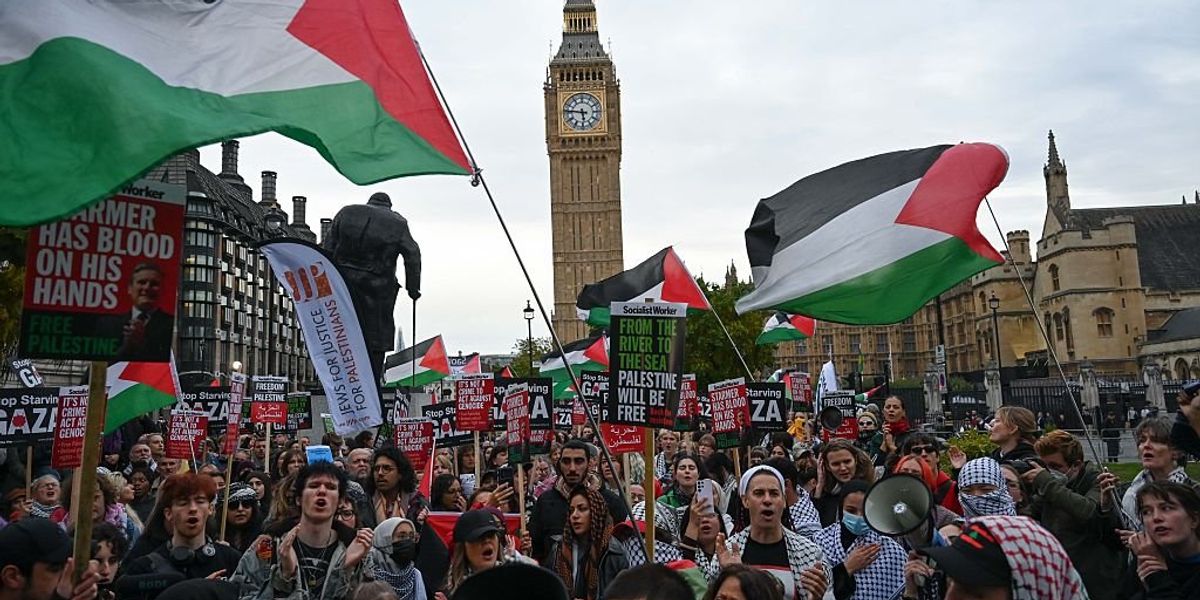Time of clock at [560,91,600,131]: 5:46
